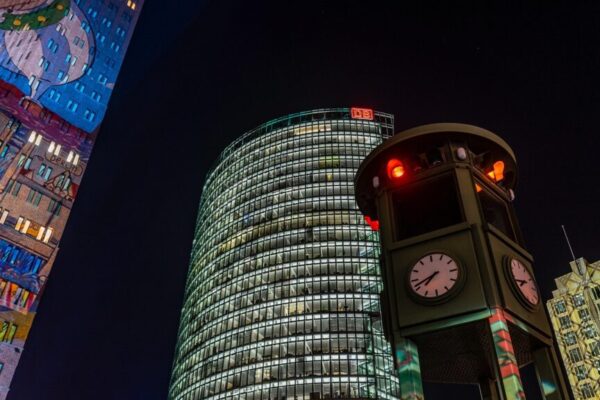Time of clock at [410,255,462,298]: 7:41
